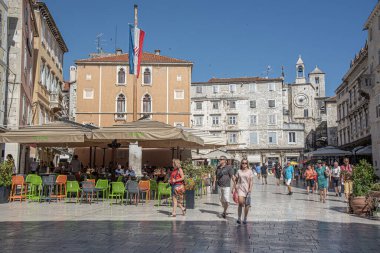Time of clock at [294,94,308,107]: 6:10
